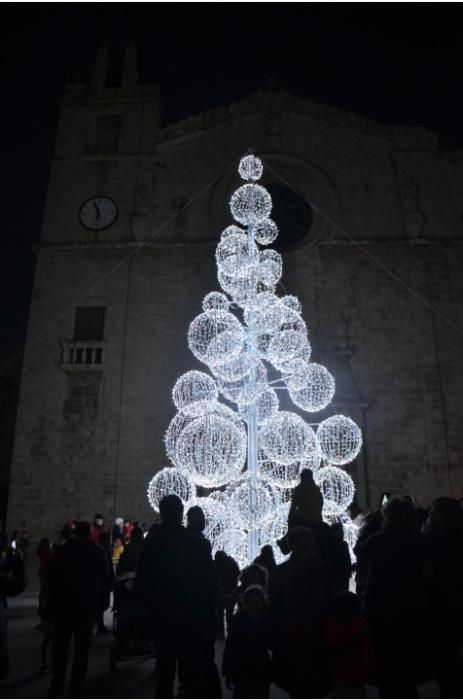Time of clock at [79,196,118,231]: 5:56
